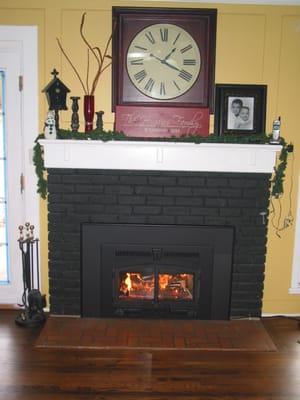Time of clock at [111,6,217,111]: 1:19
